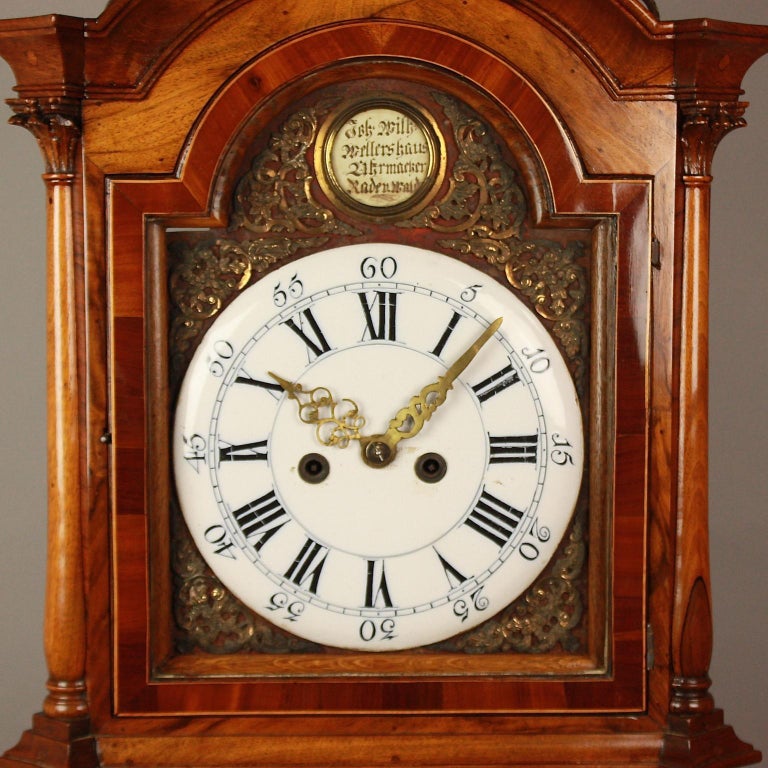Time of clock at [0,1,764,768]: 10:07
